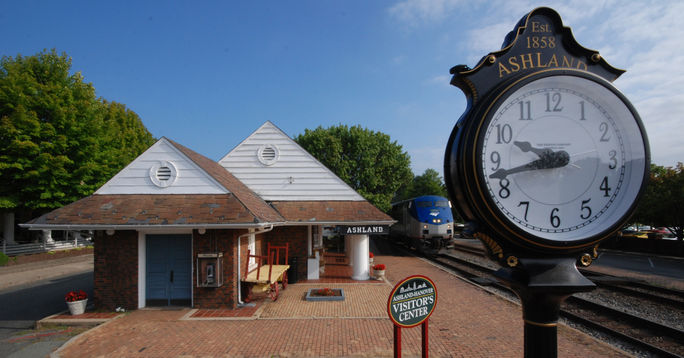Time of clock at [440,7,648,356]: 9:42
